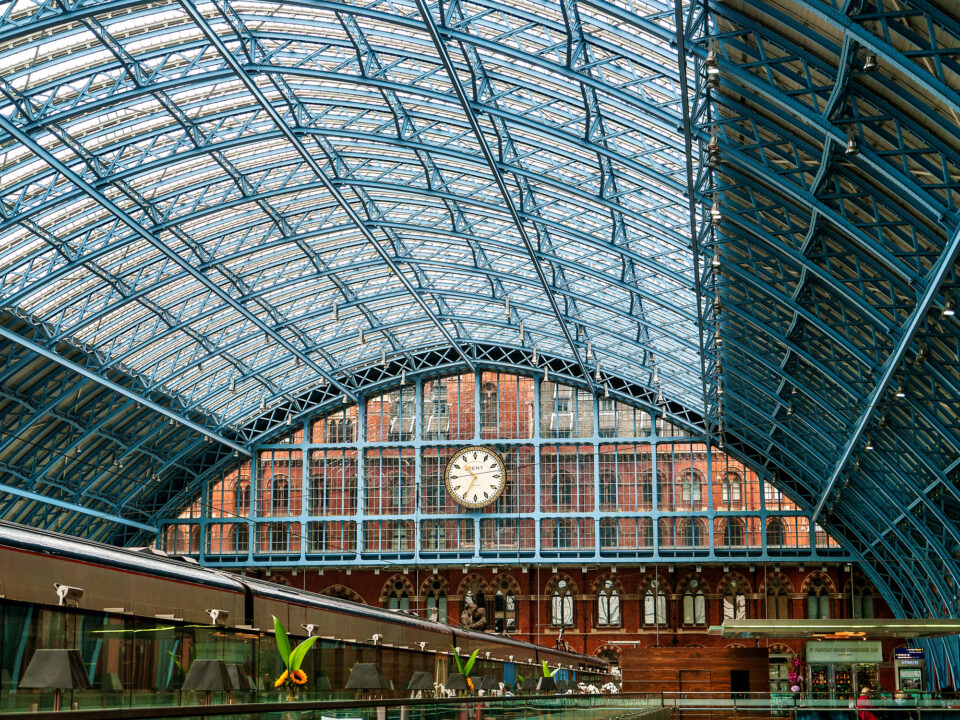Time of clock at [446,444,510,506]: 10:34
